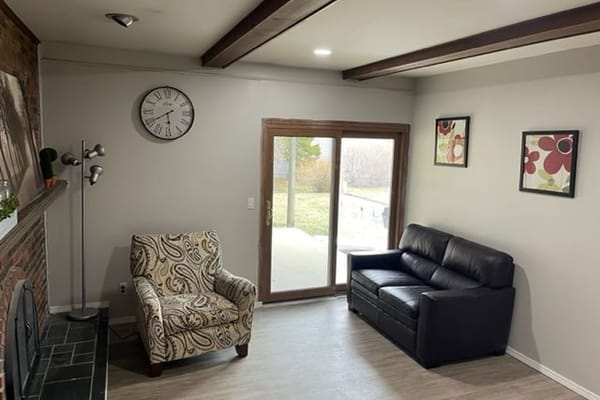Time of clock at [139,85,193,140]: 5:40
